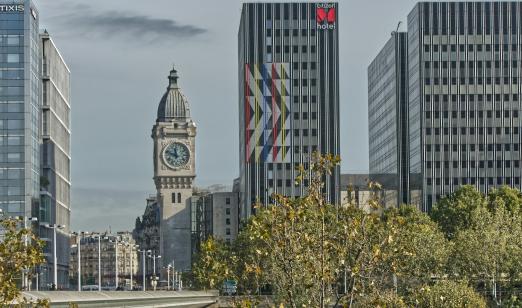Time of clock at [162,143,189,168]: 11:48
